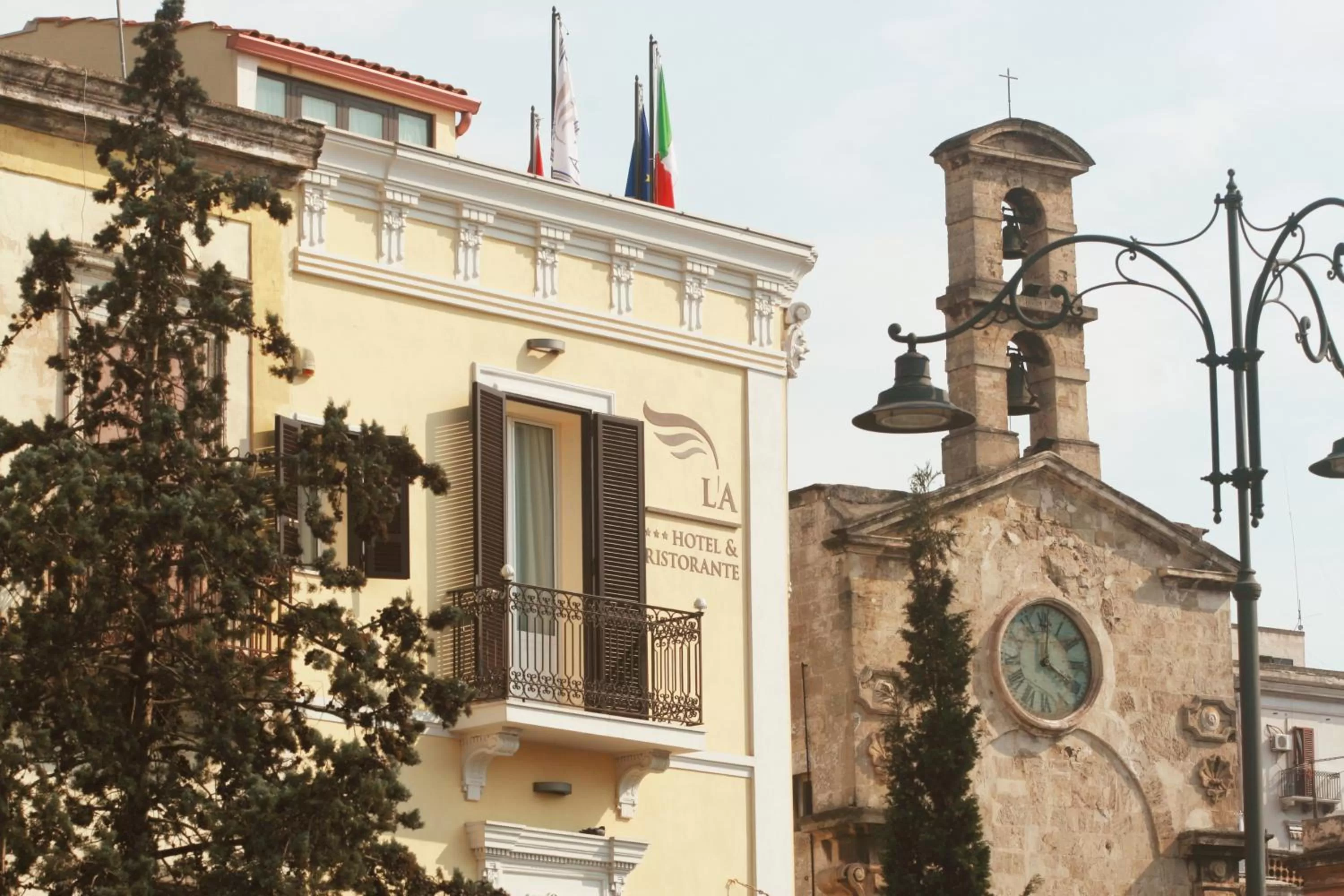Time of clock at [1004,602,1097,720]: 4:01
